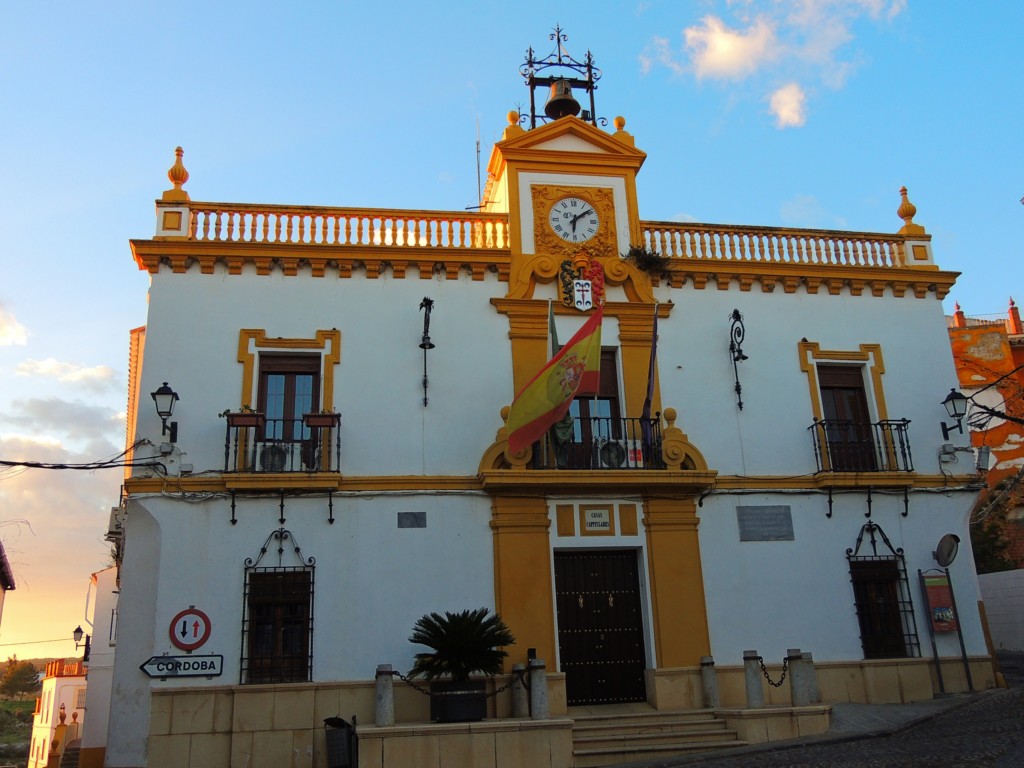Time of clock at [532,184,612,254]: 6:08
